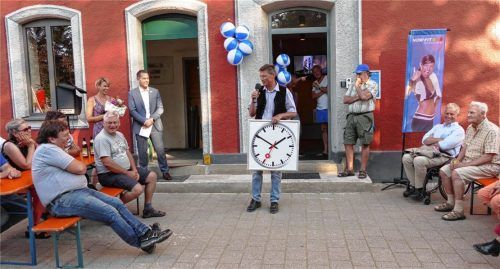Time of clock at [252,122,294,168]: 1:50
